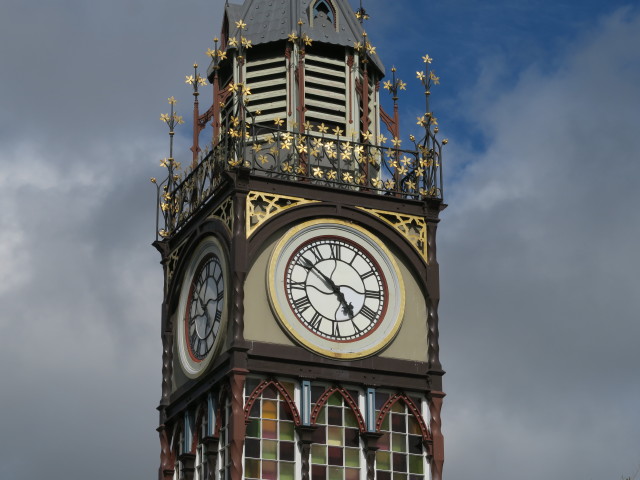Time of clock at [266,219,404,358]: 4:51
